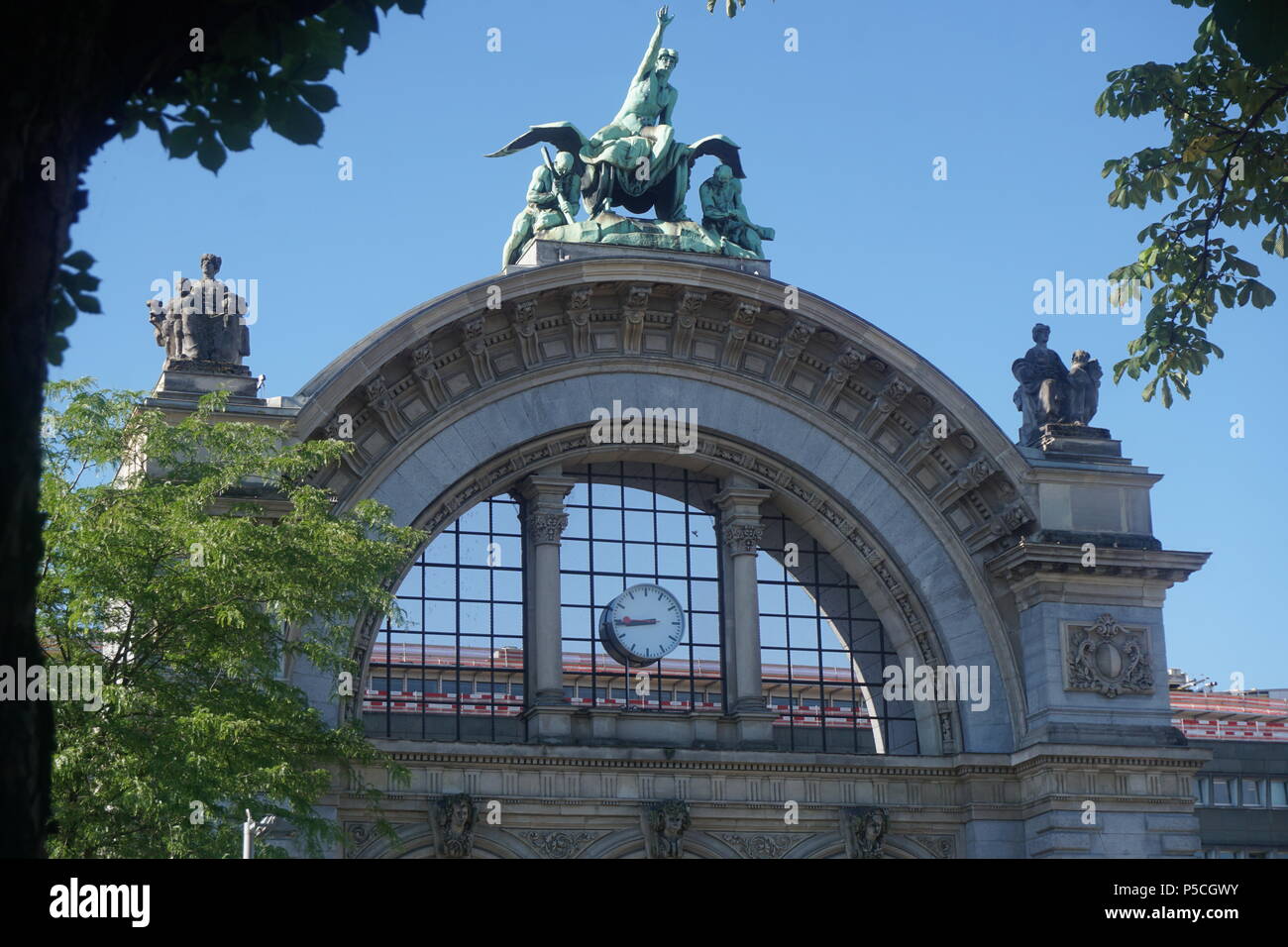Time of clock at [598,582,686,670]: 8:45
